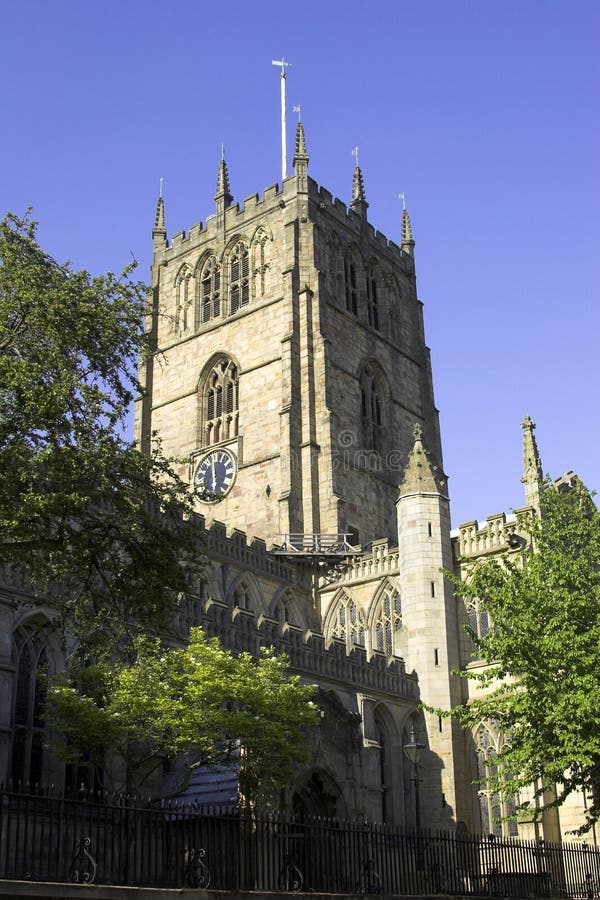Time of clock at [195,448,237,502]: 5:59
